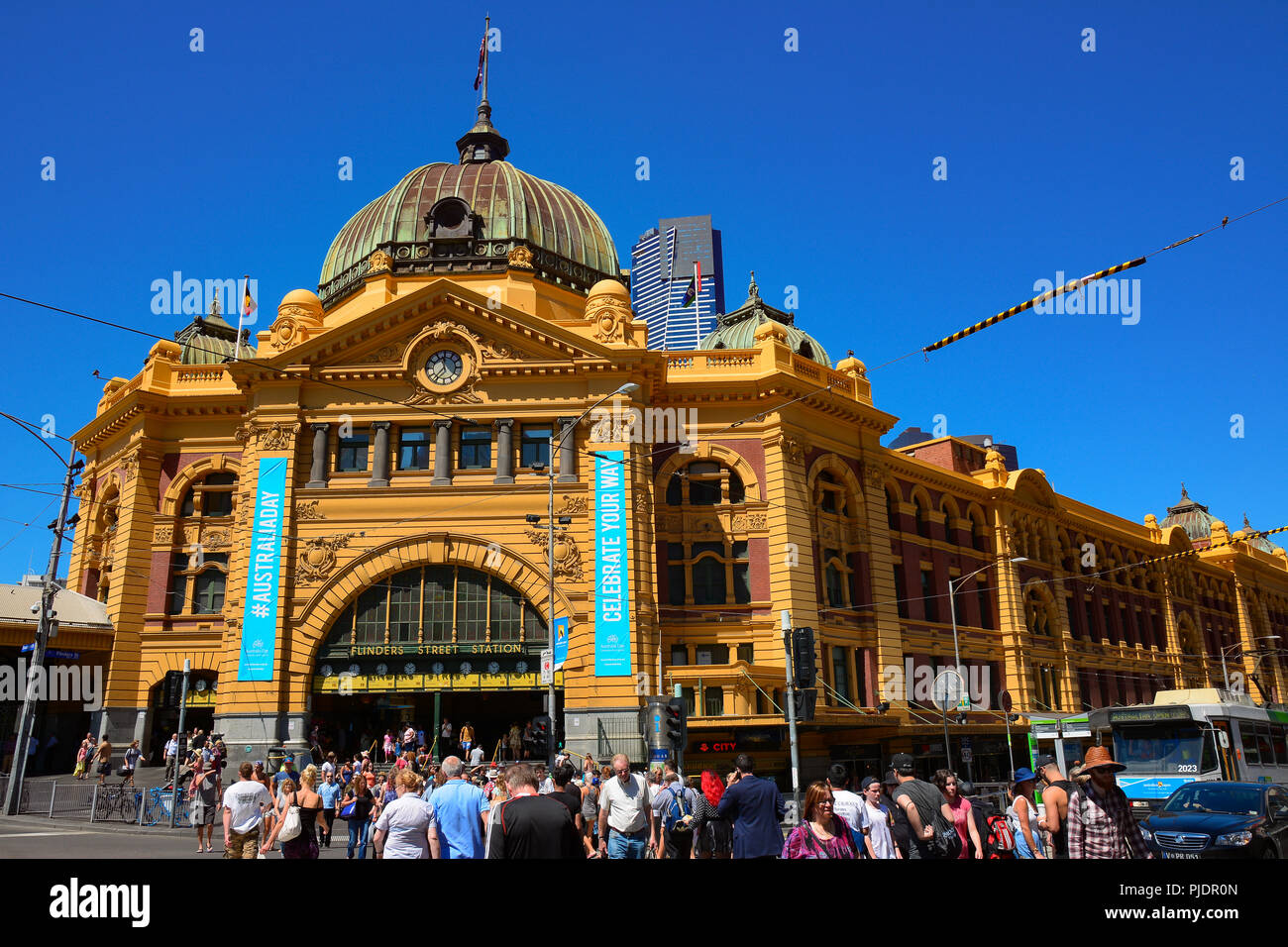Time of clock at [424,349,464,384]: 11:36
